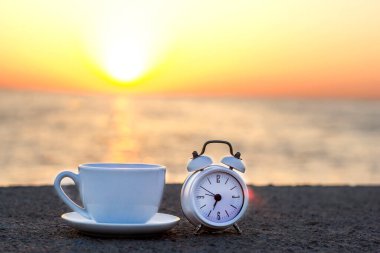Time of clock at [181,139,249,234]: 6:50
